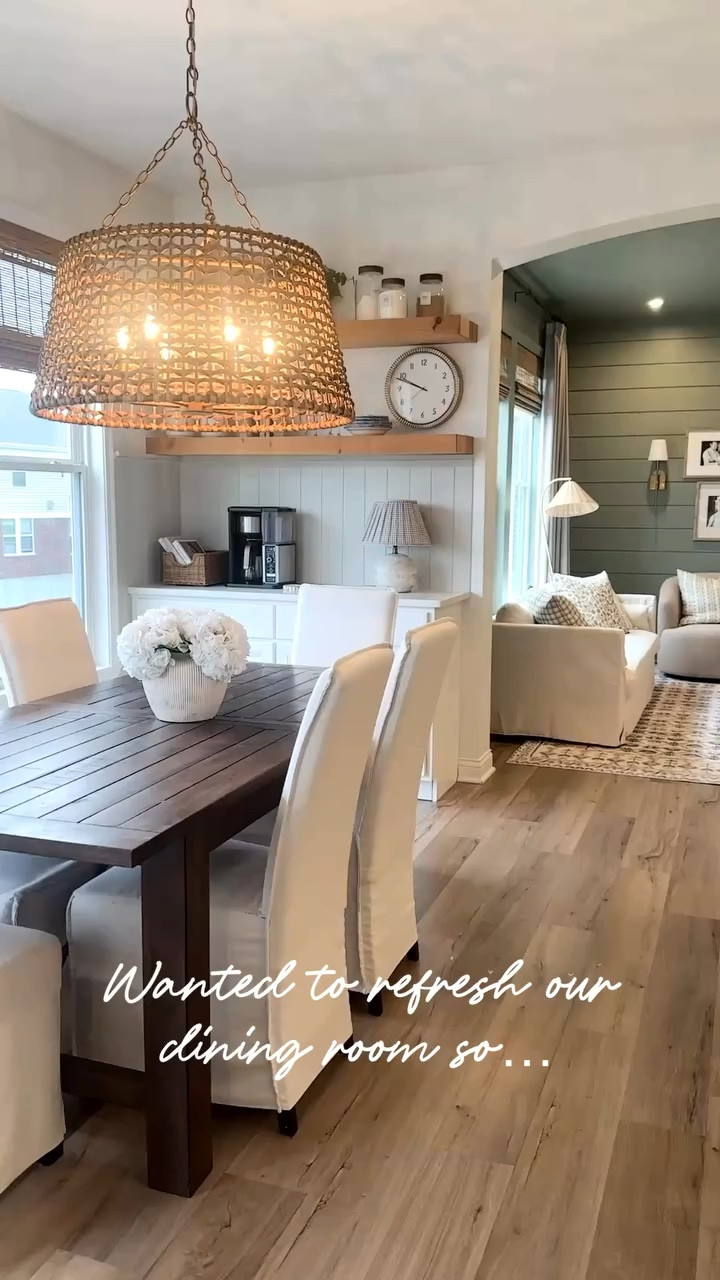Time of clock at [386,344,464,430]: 9:48
